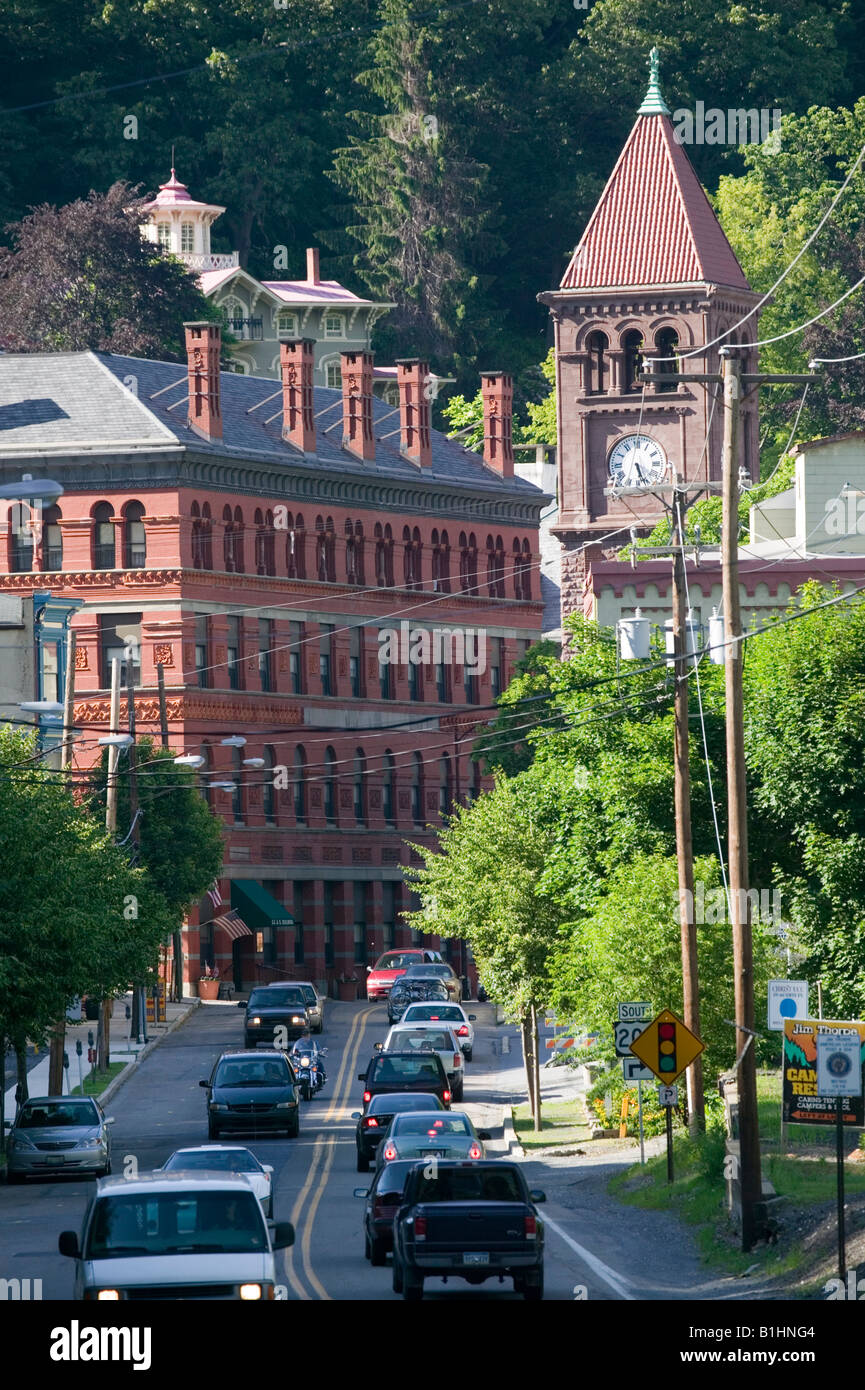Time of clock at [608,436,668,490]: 5:26
